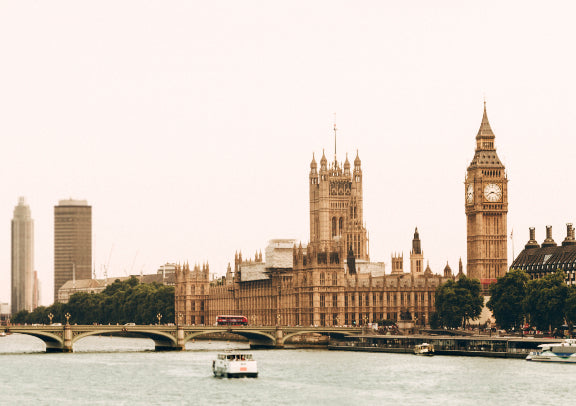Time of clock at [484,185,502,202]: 8:17
